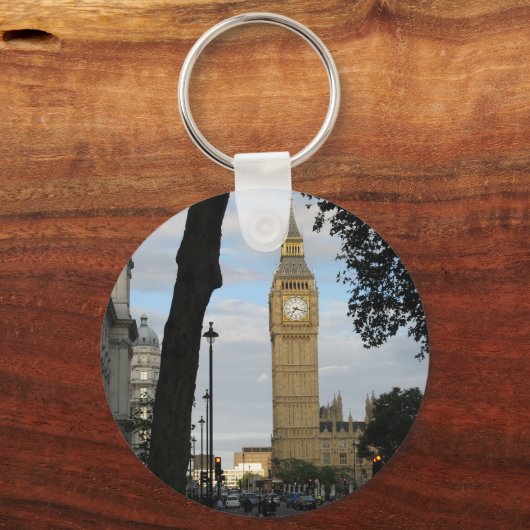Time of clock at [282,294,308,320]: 7:17
